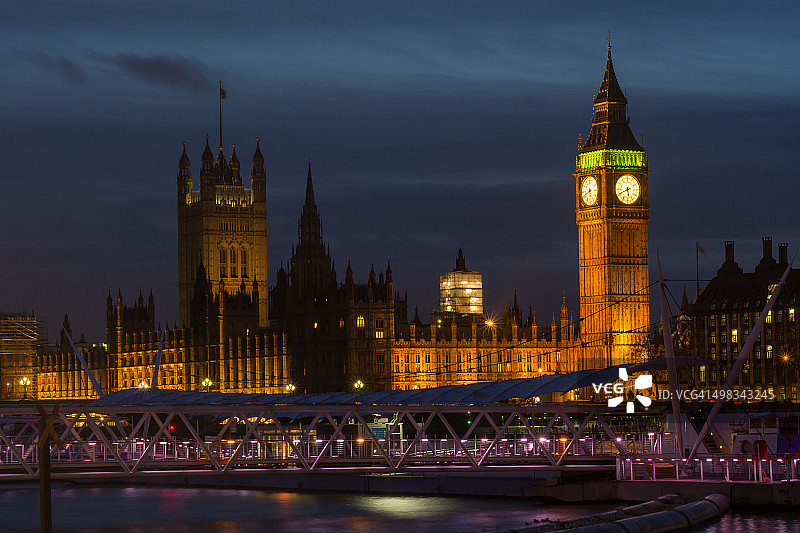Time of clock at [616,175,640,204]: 5:40
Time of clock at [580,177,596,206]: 5:41
